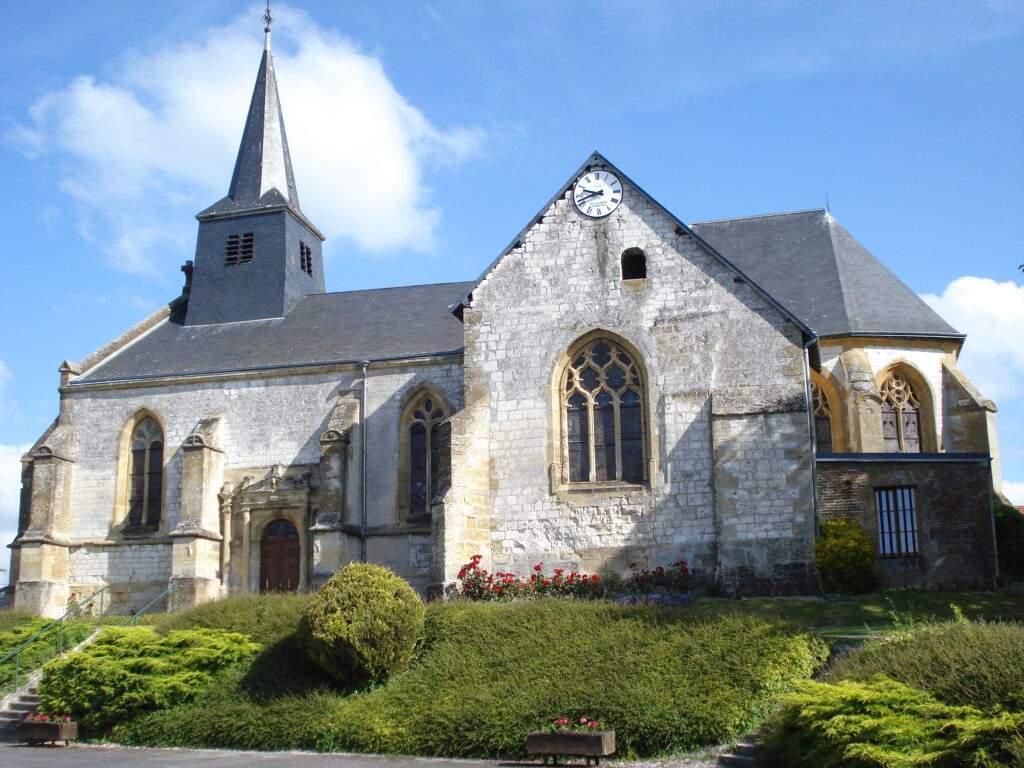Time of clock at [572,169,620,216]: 9:42
